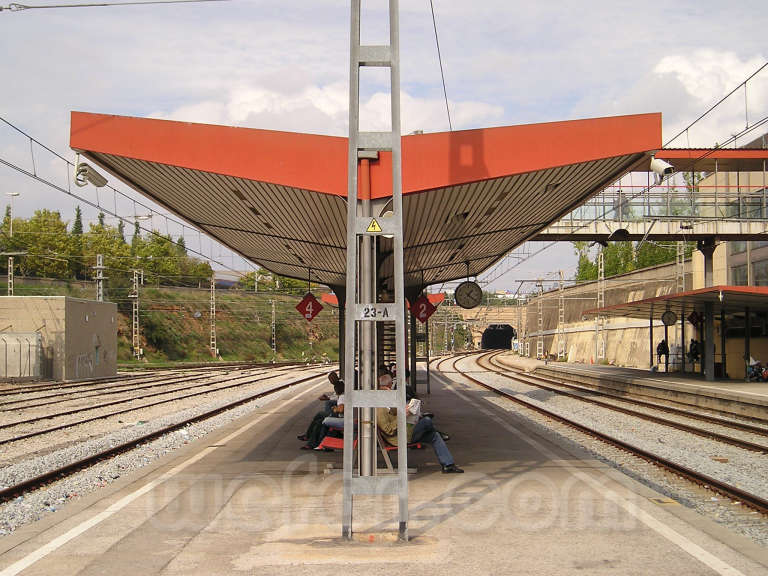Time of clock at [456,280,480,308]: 1:21
